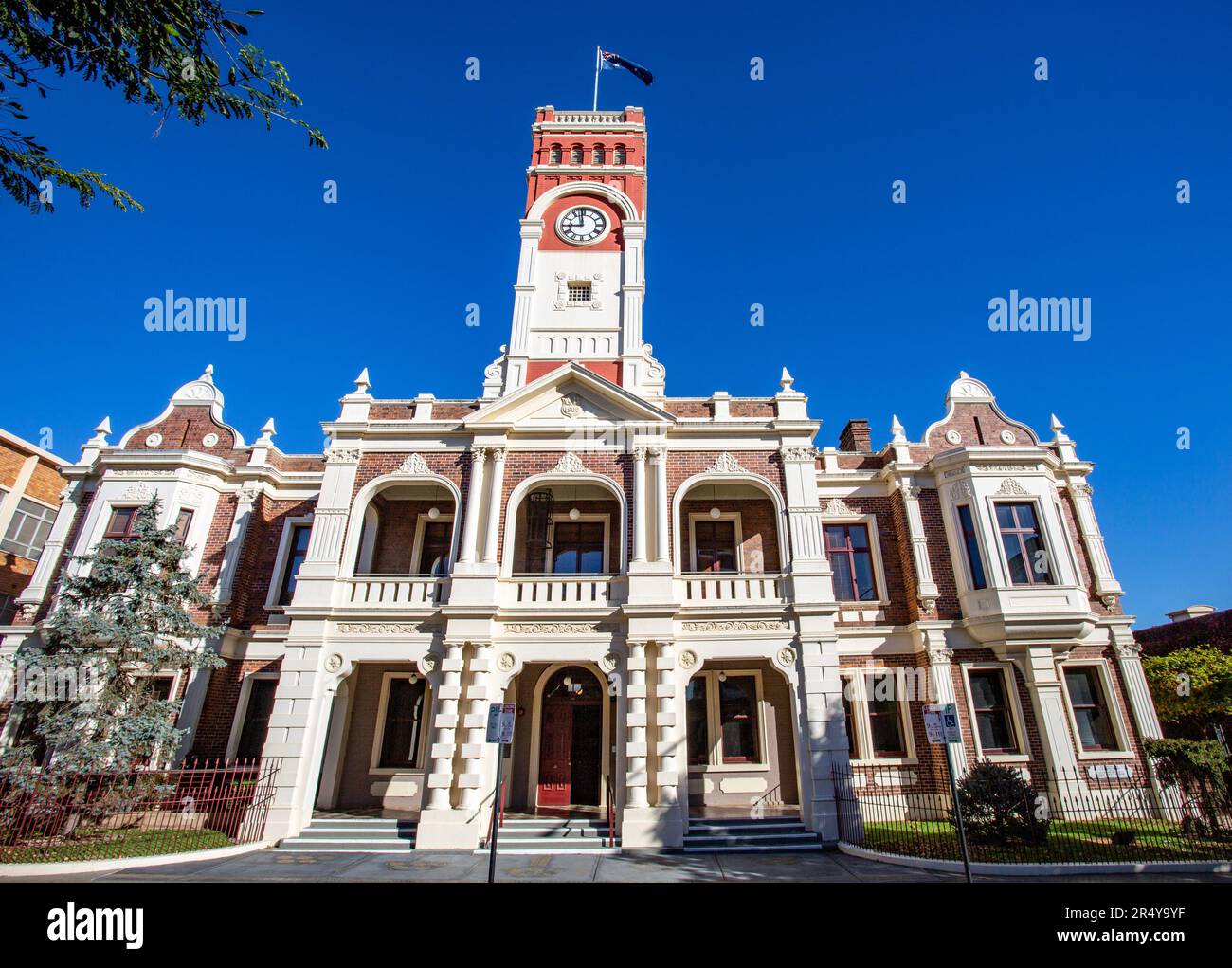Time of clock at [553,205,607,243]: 8:58
